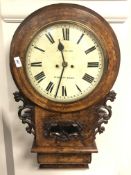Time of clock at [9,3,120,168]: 11:32
